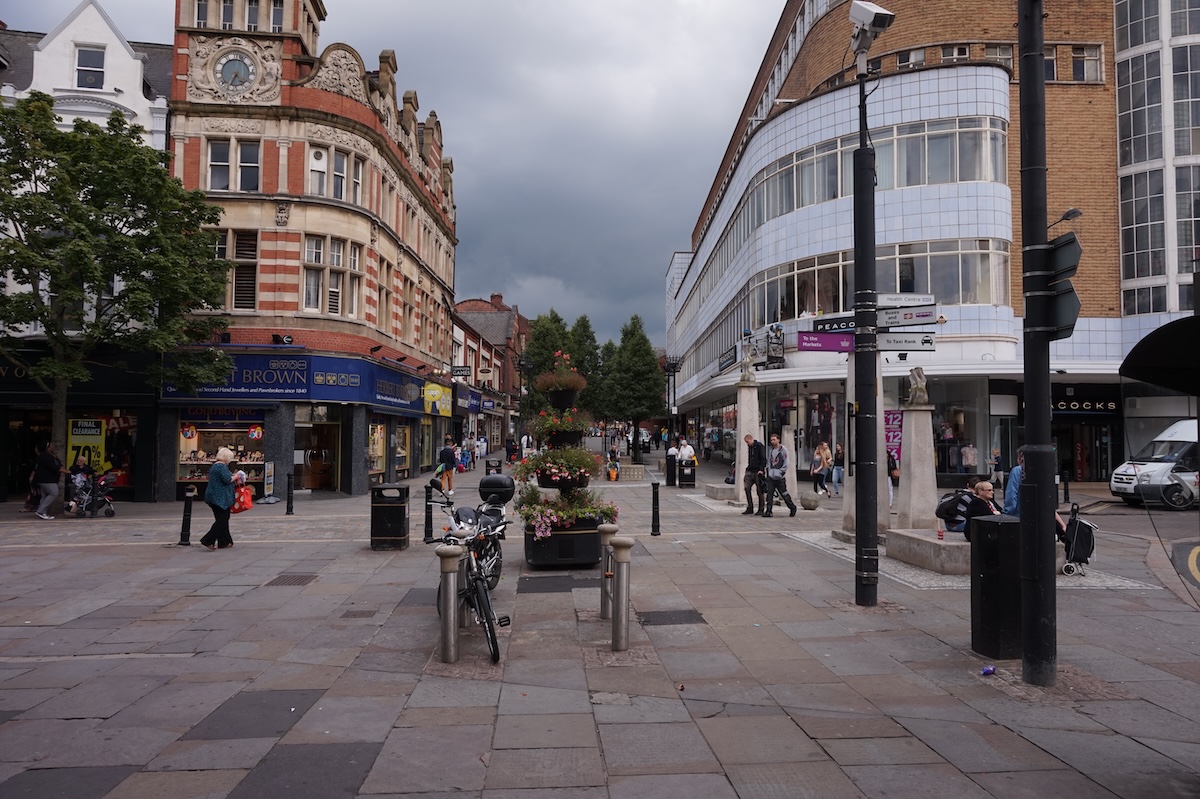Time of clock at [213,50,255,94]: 4:34
